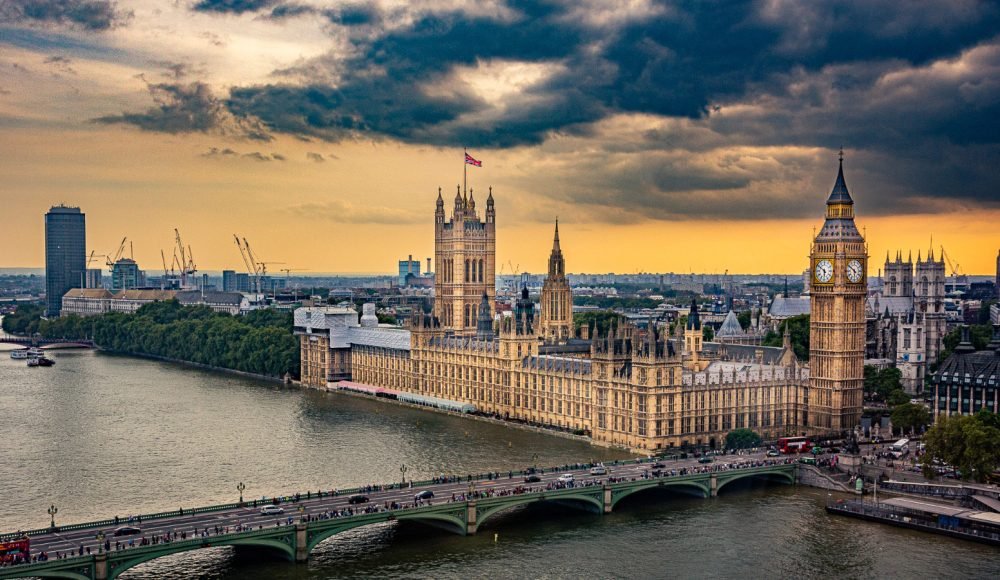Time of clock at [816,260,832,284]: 5:51
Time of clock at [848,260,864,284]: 5:51
